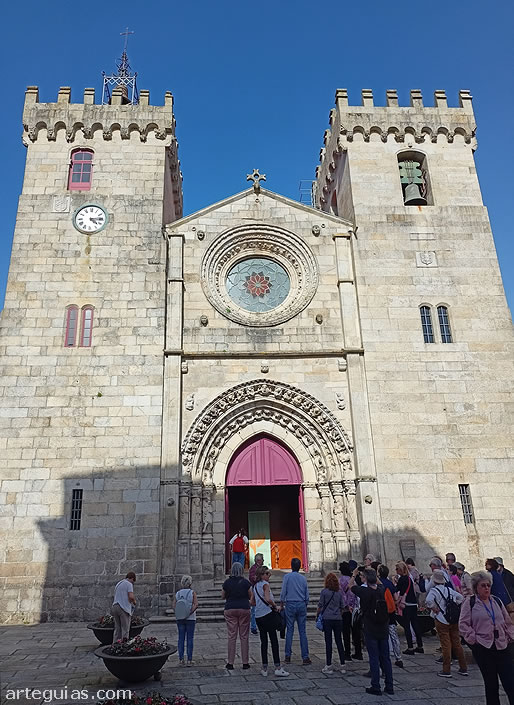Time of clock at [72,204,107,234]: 4:14
